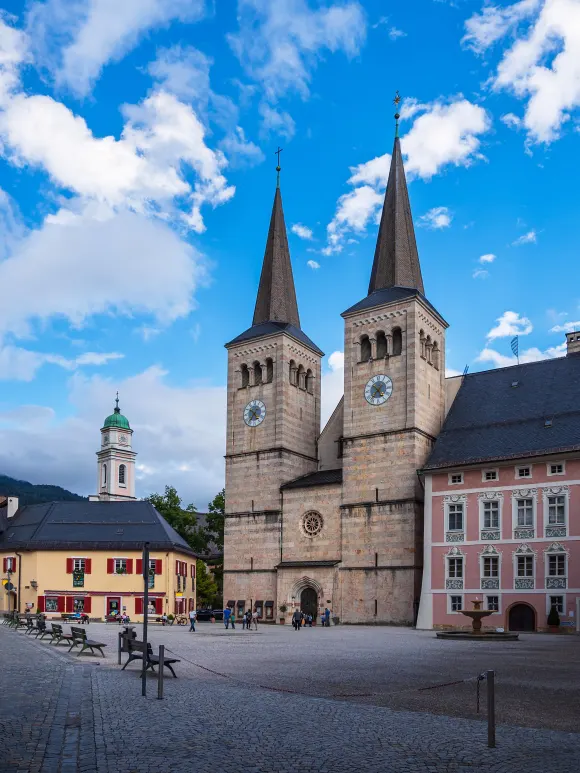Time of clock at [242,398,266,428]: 4:35
